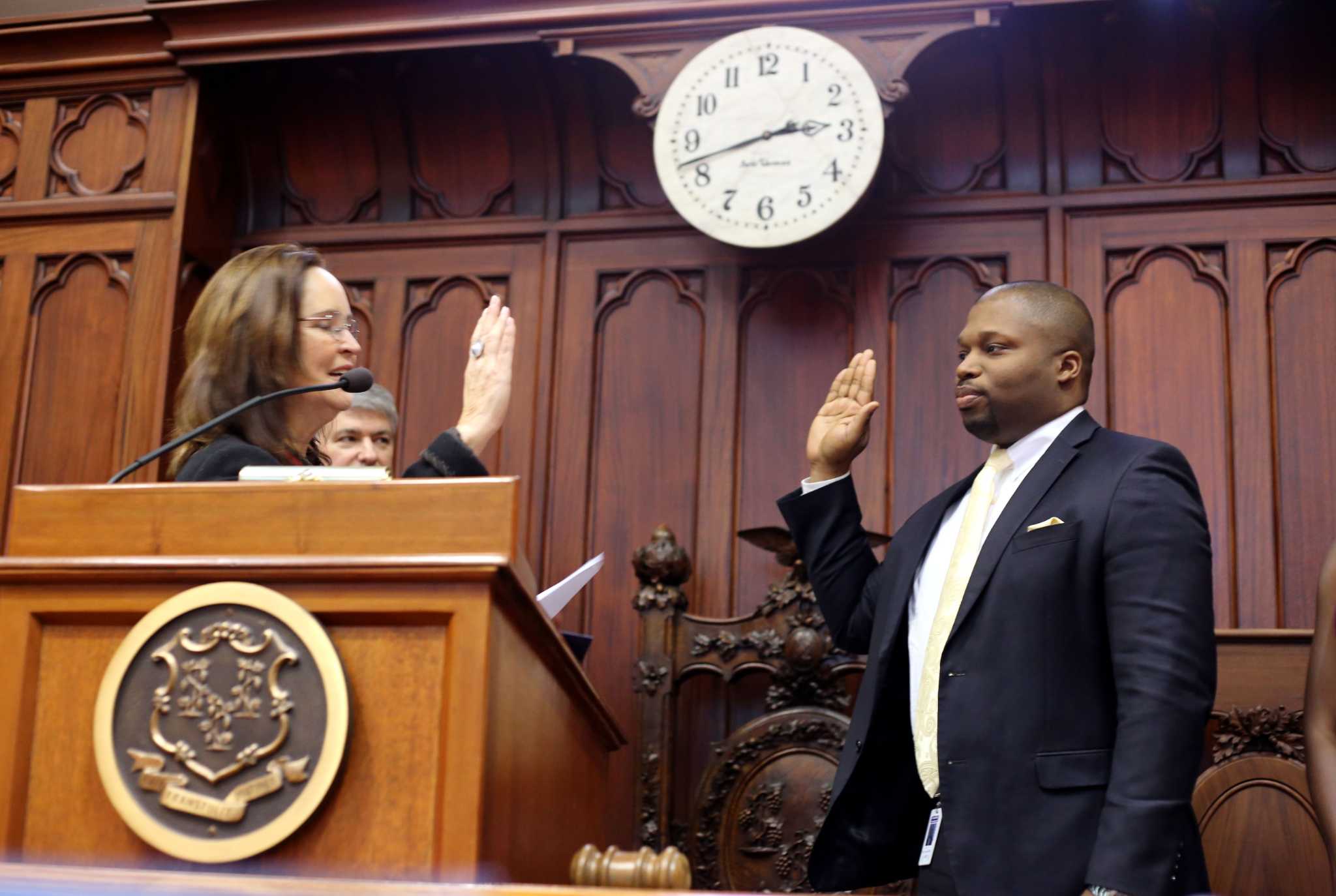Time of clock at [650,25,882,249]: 2:42
